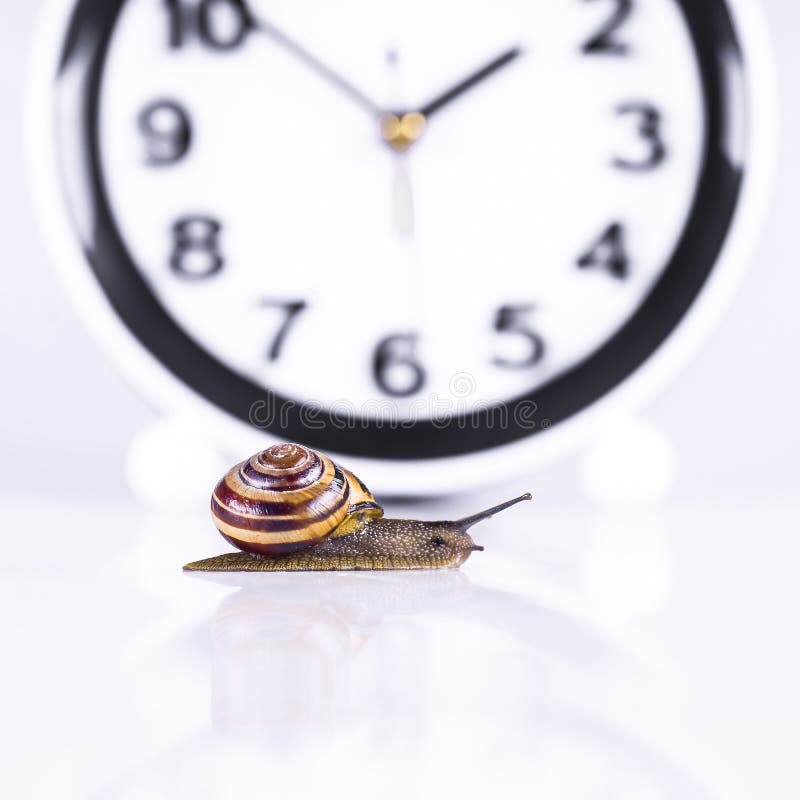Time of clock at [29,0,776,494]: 1:51
